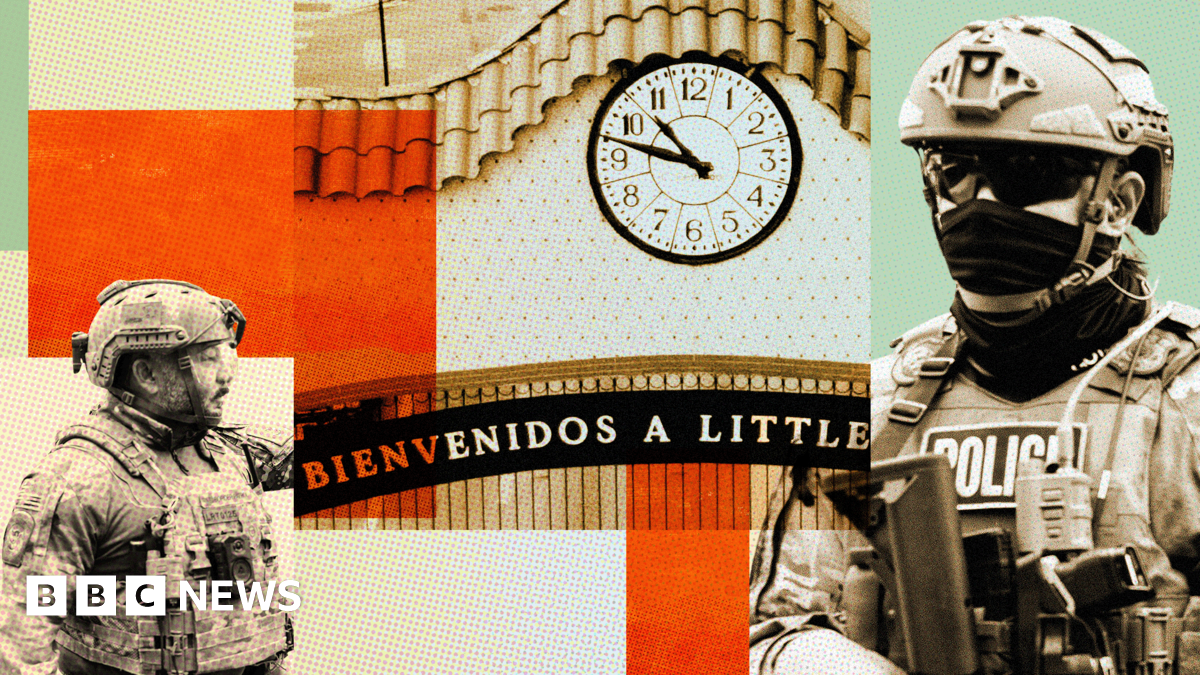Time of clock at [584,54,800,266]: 10:47
